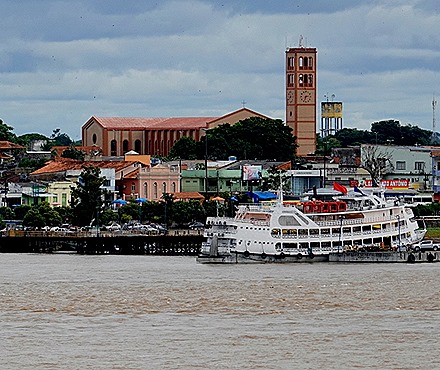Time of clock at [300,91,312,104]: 2:33
